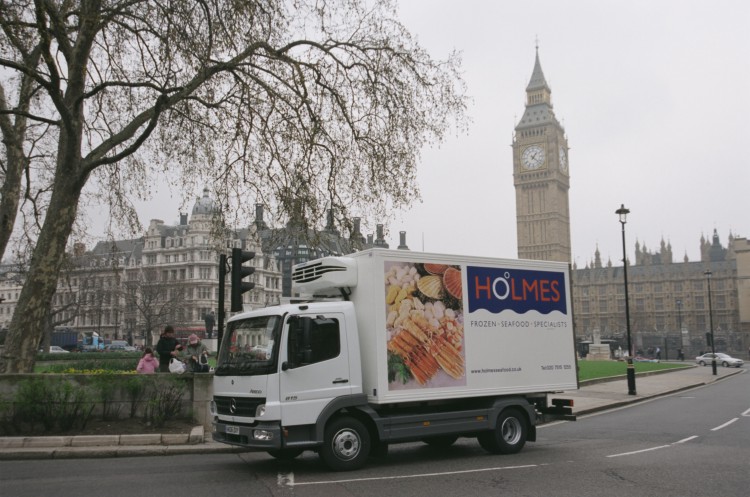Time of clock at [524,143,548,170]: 1:21
